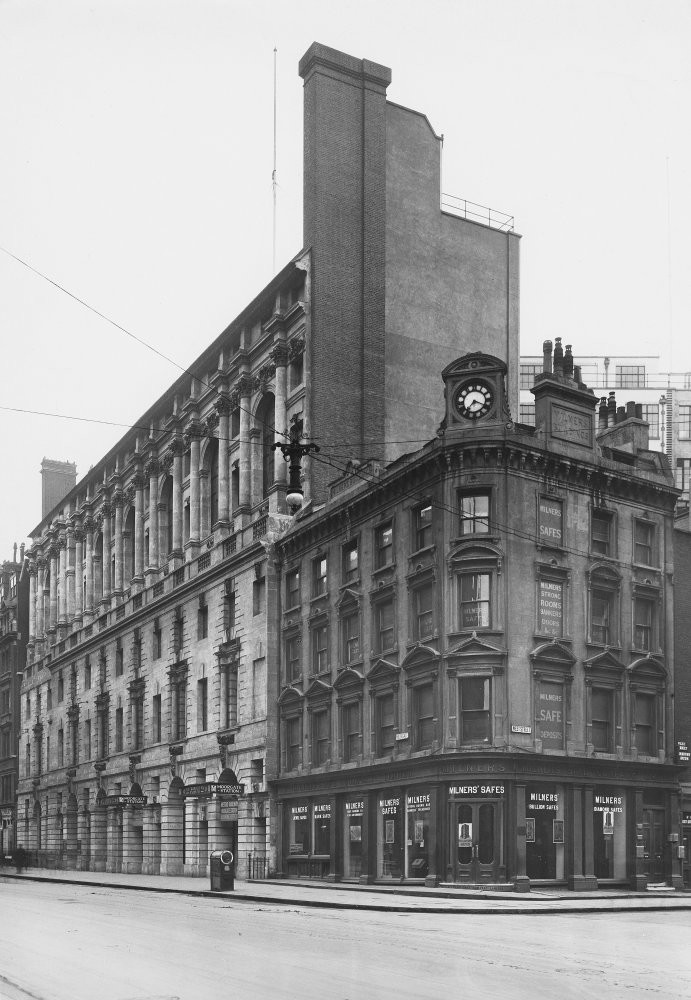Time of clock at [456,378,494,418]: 7:18
